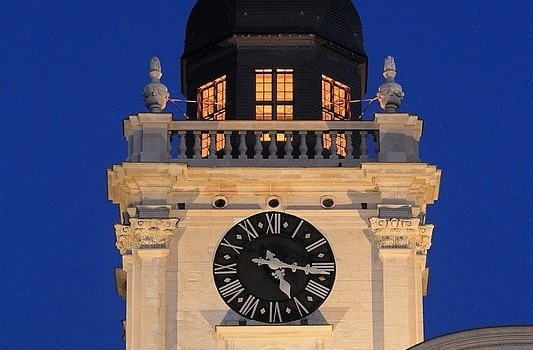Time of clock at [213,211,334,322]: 5:15
